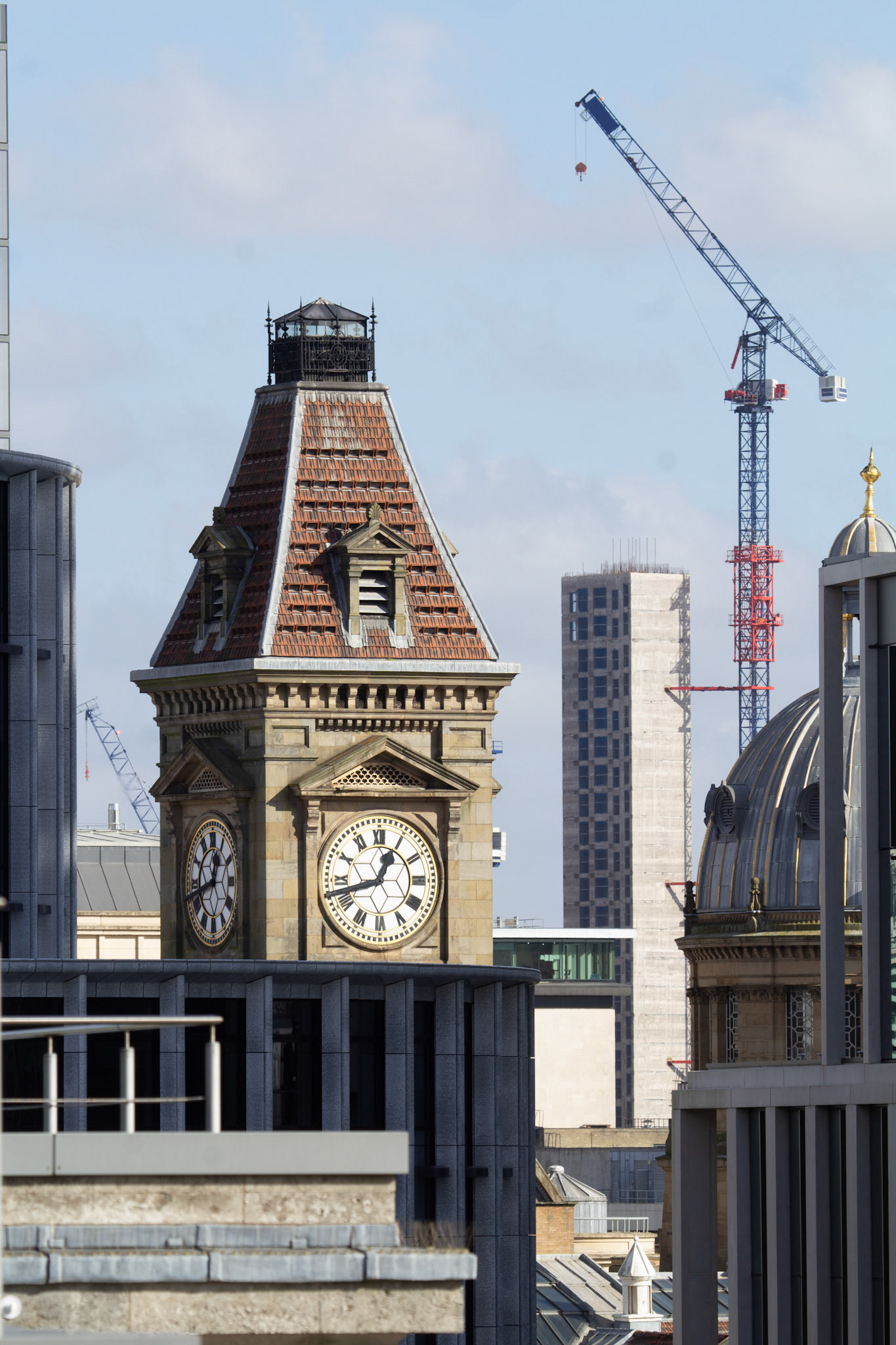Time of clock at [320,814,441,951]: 12:42
